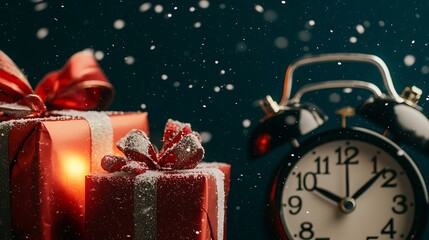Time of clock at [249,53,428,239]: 10:07
